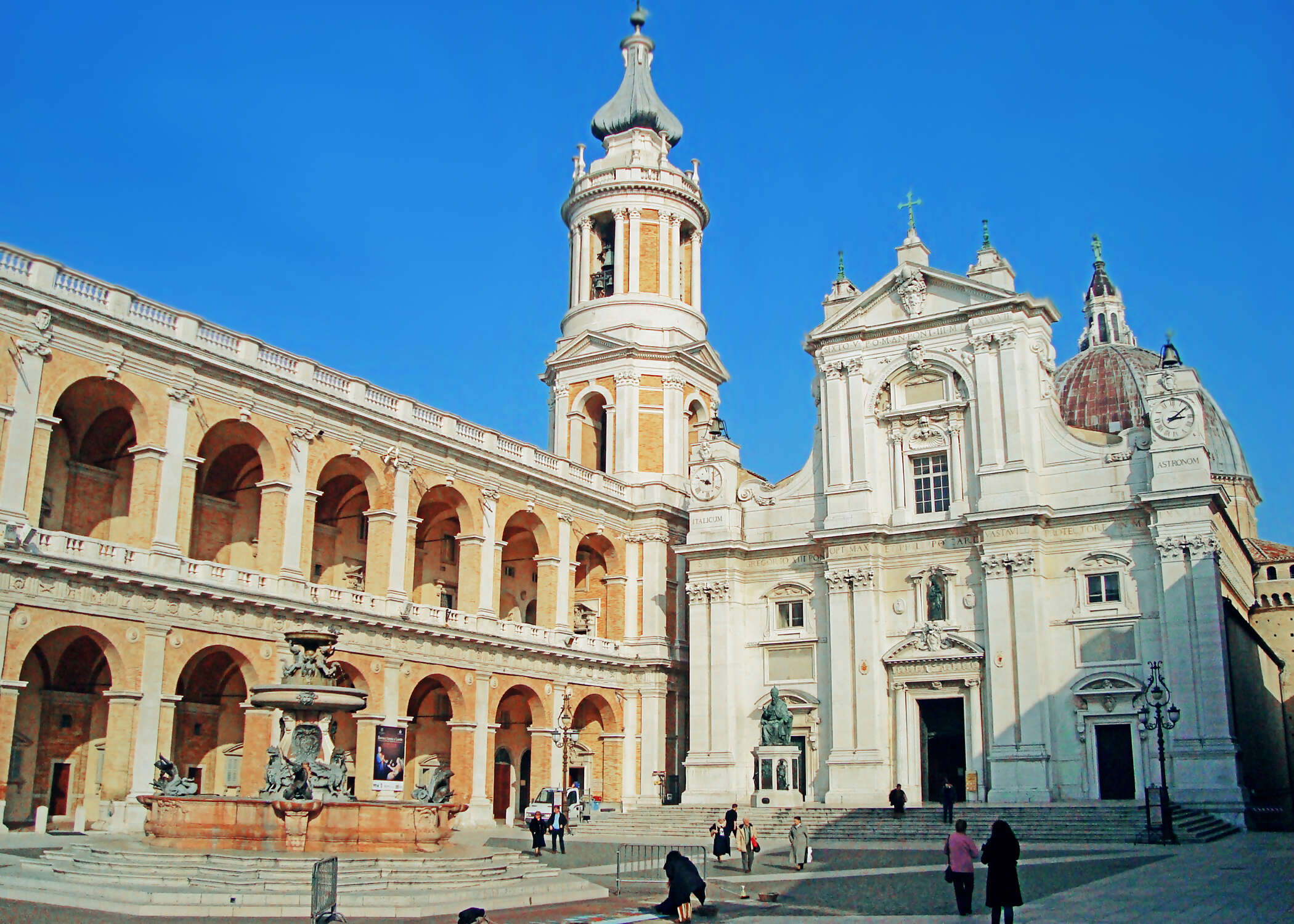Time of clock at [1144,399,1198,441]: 3:09
